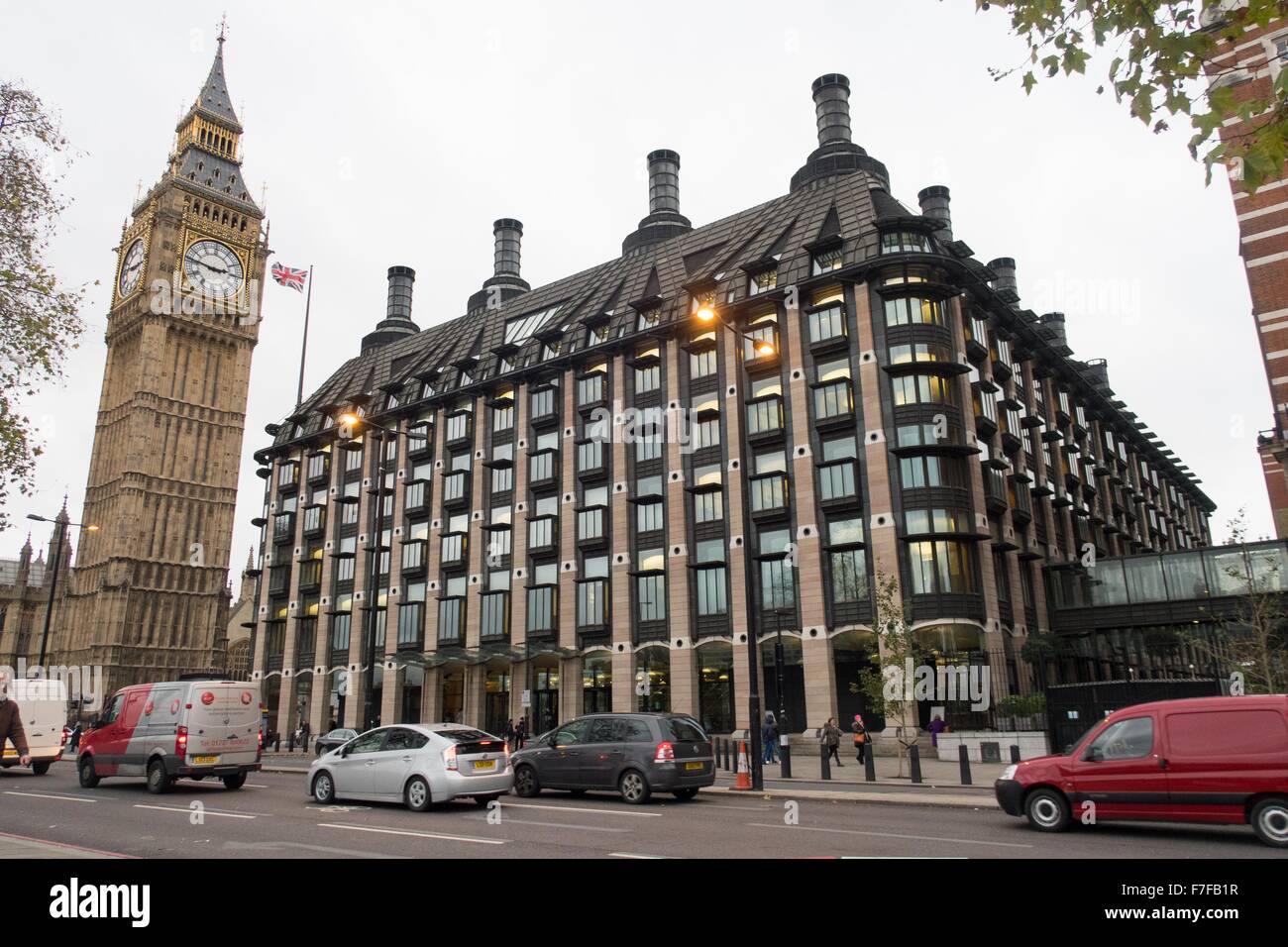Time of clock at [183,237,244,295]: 2:46
